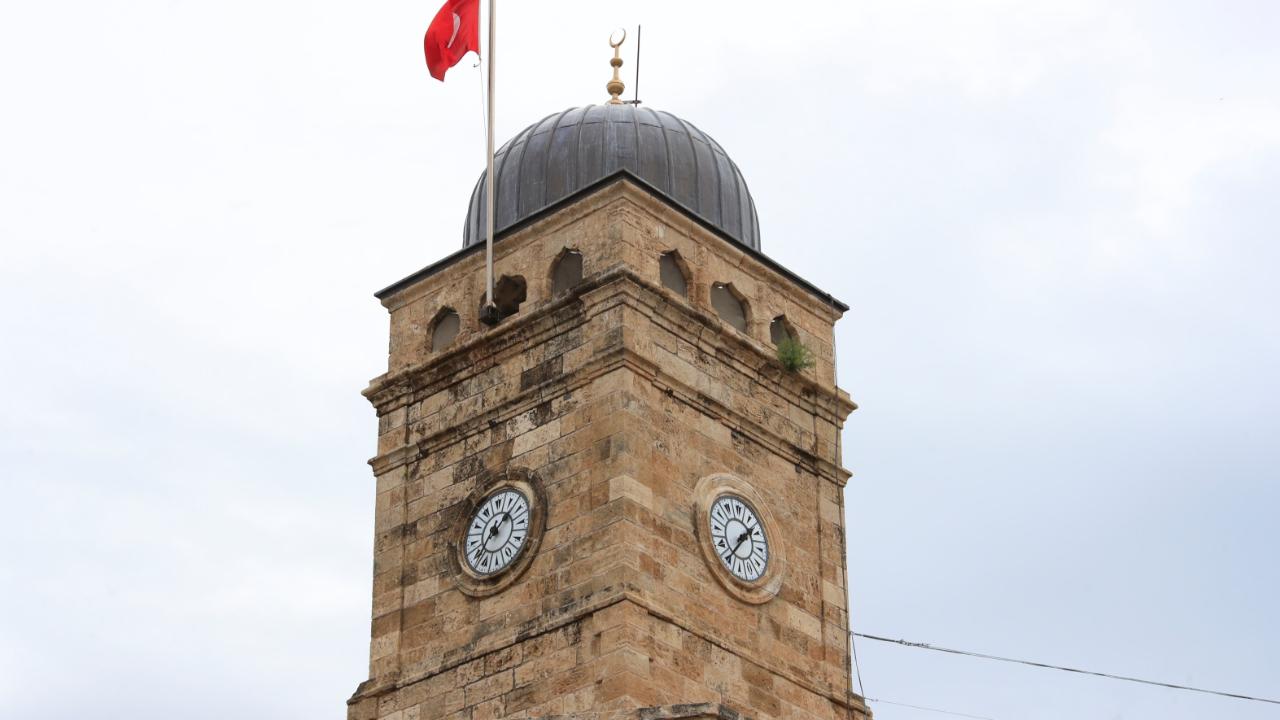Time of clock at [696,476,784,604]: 1:36
